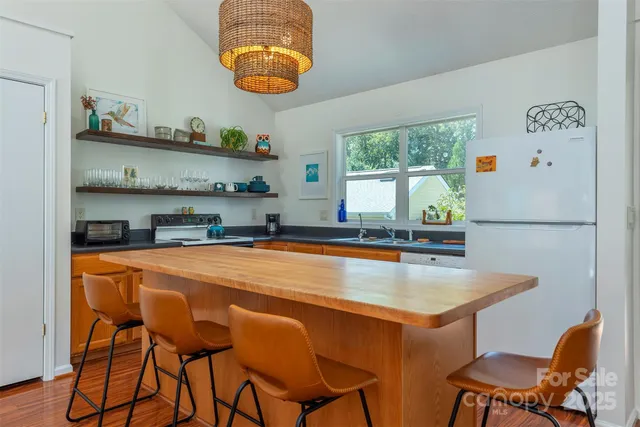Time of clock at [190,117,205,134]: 6:06
